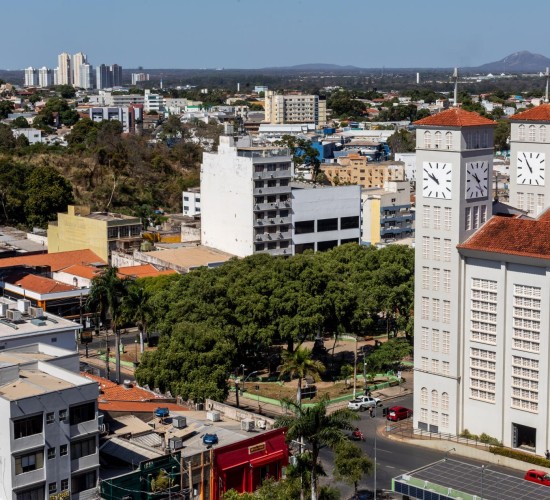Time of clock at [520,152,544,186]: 10:54
